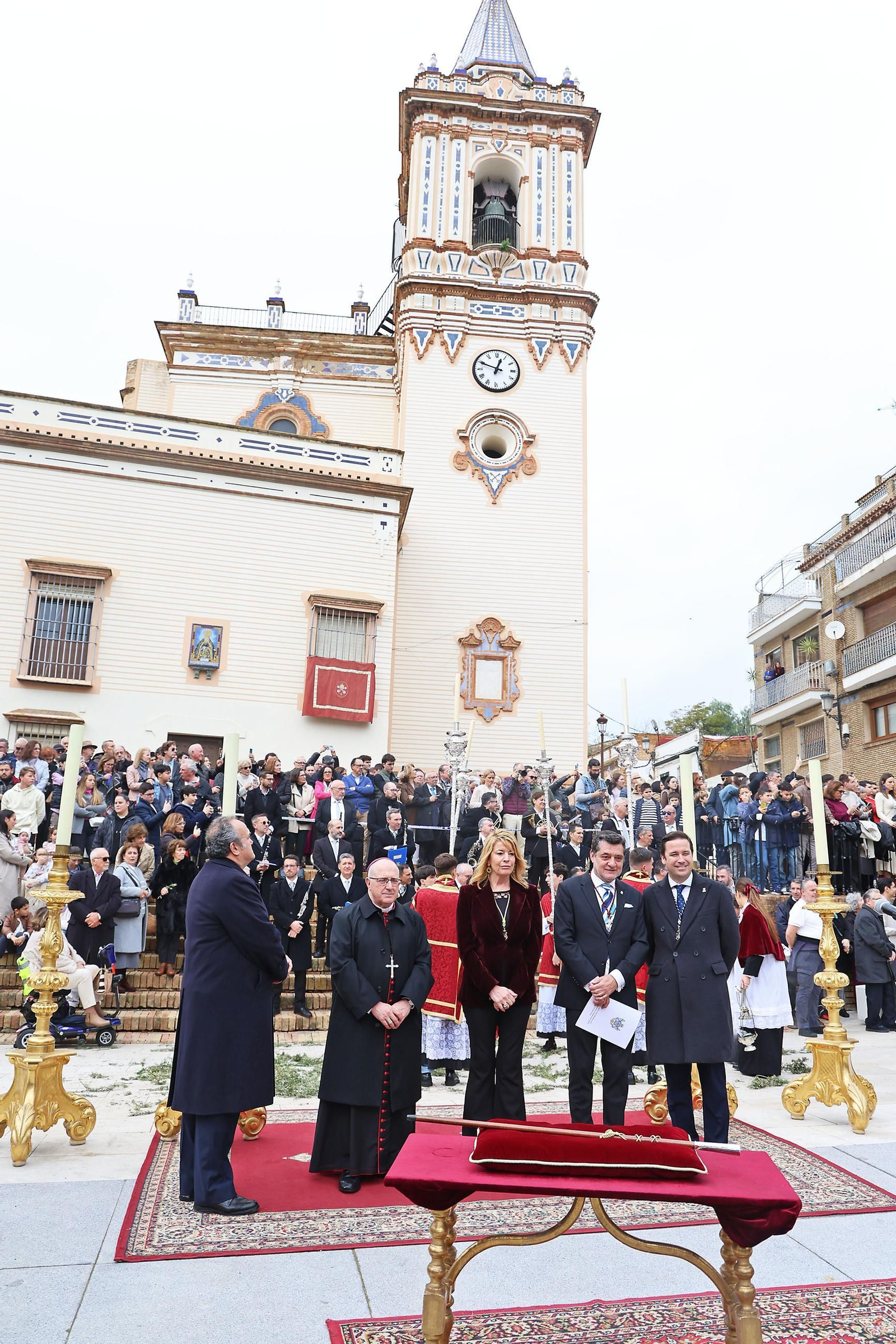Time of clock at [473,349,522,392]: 12:48
